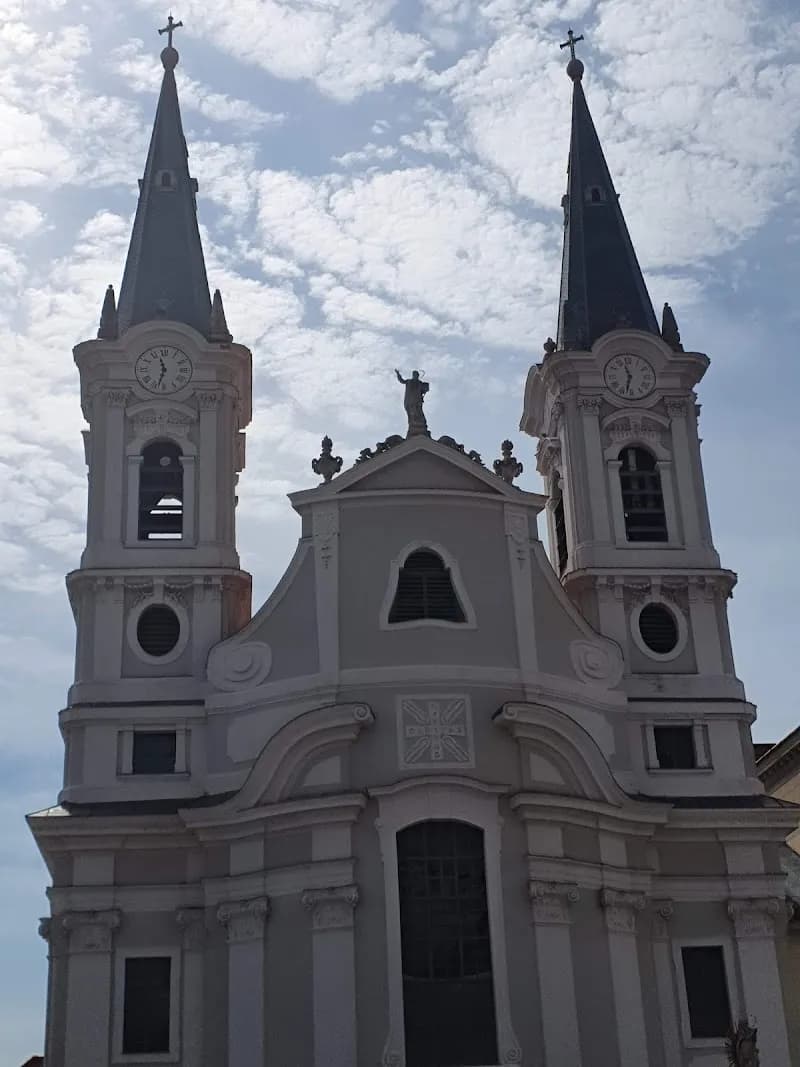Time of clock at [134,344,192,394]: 11:32
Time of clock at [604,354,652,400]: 11:32
